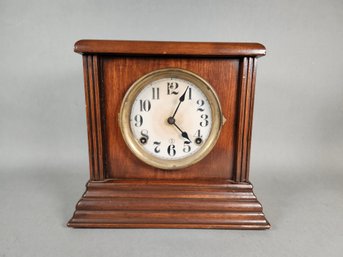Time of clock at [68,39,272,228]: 4:04
